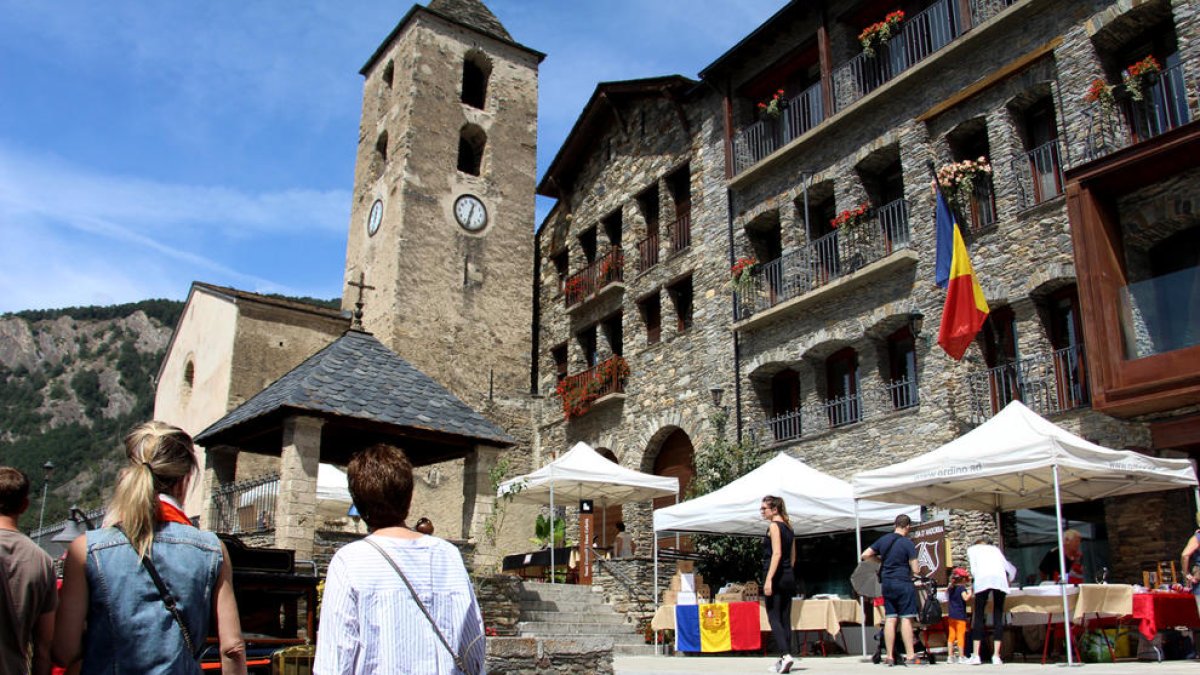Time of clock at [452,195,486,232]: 12:32
